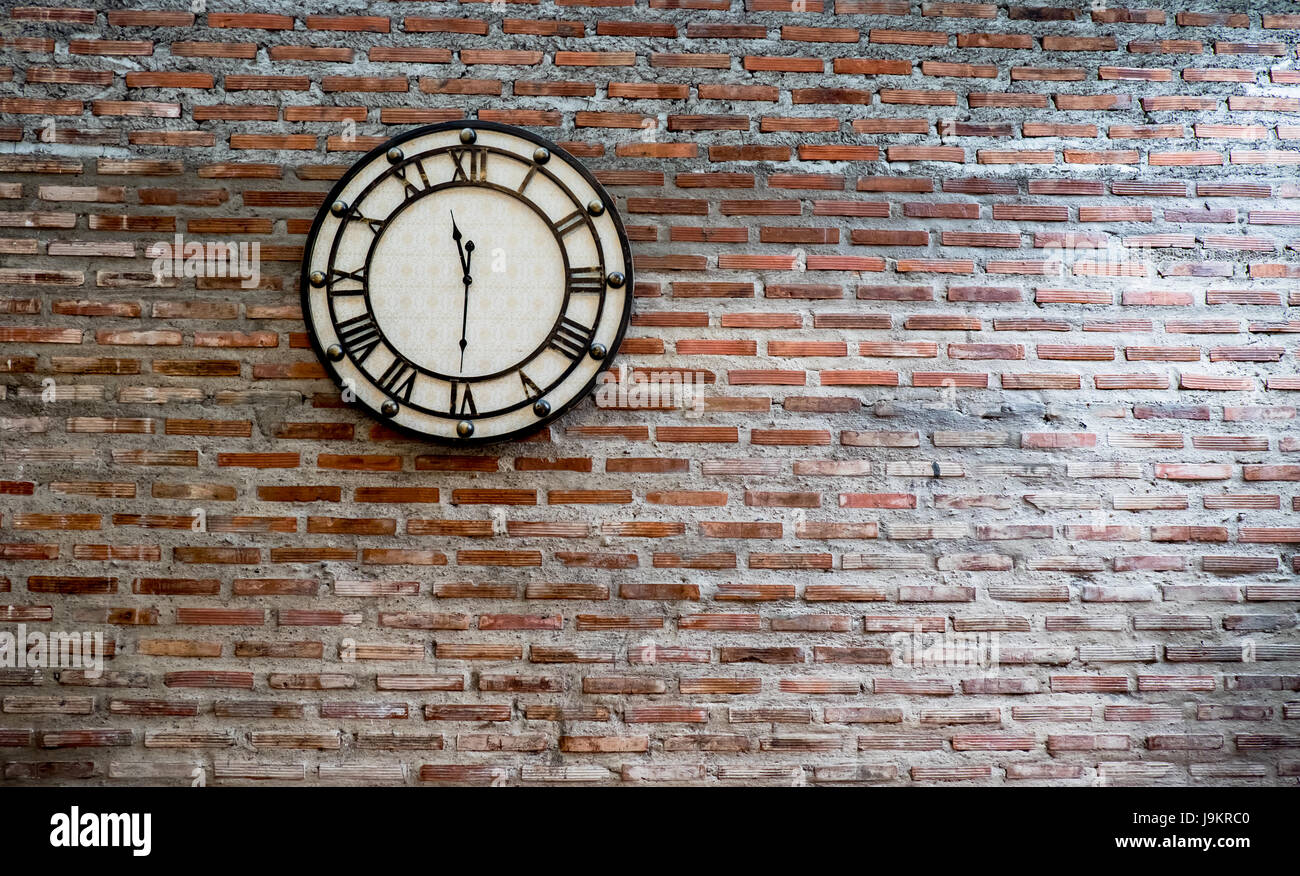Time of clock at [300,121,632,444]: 11:30
